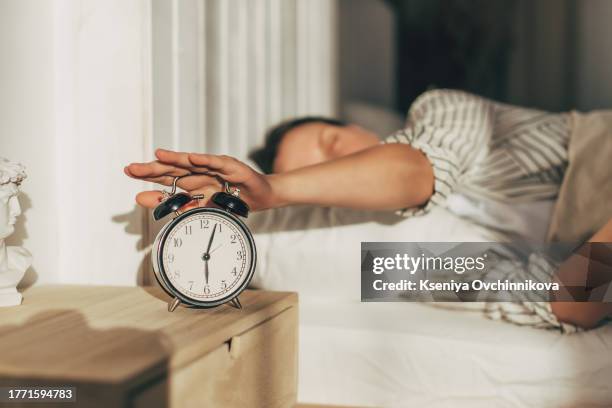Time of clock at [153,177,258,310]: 6:03
